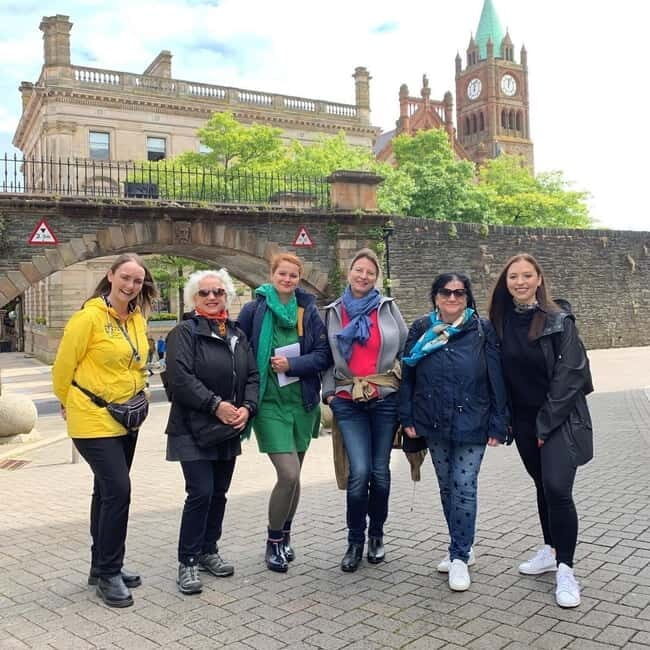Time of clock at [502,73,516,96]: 12:03
